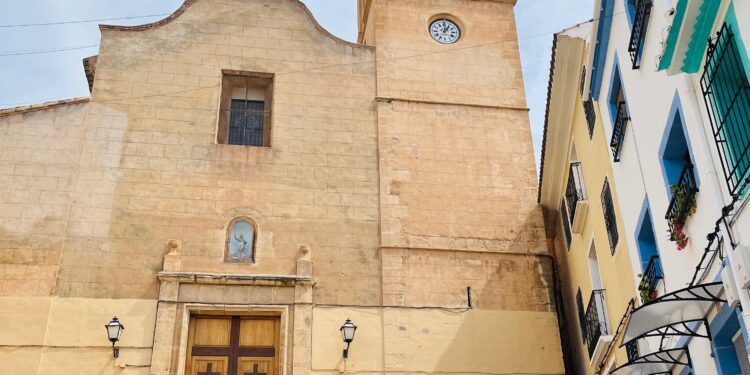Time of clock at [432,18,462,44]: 1:00
